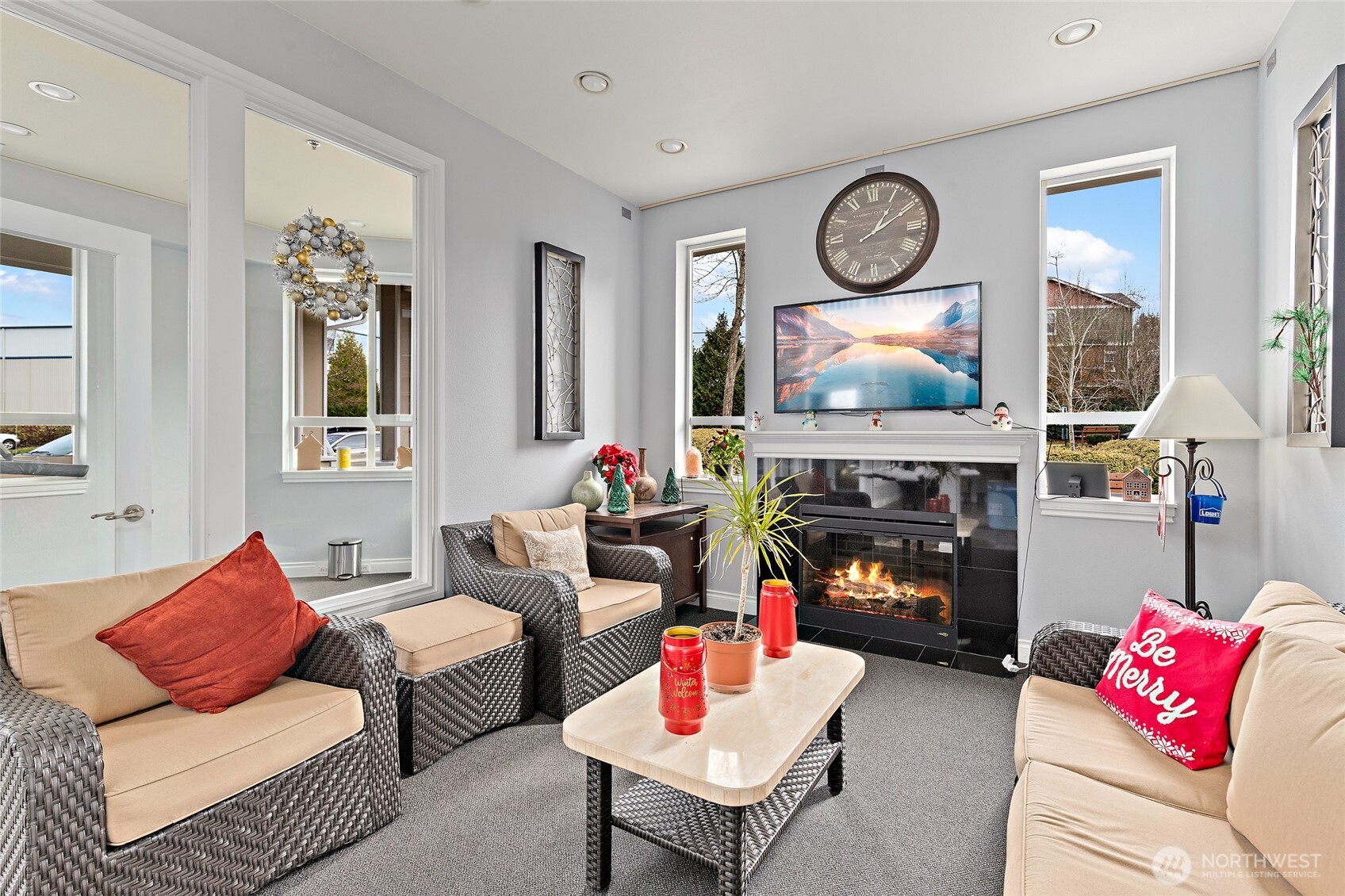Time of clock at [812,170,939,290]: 1:10
